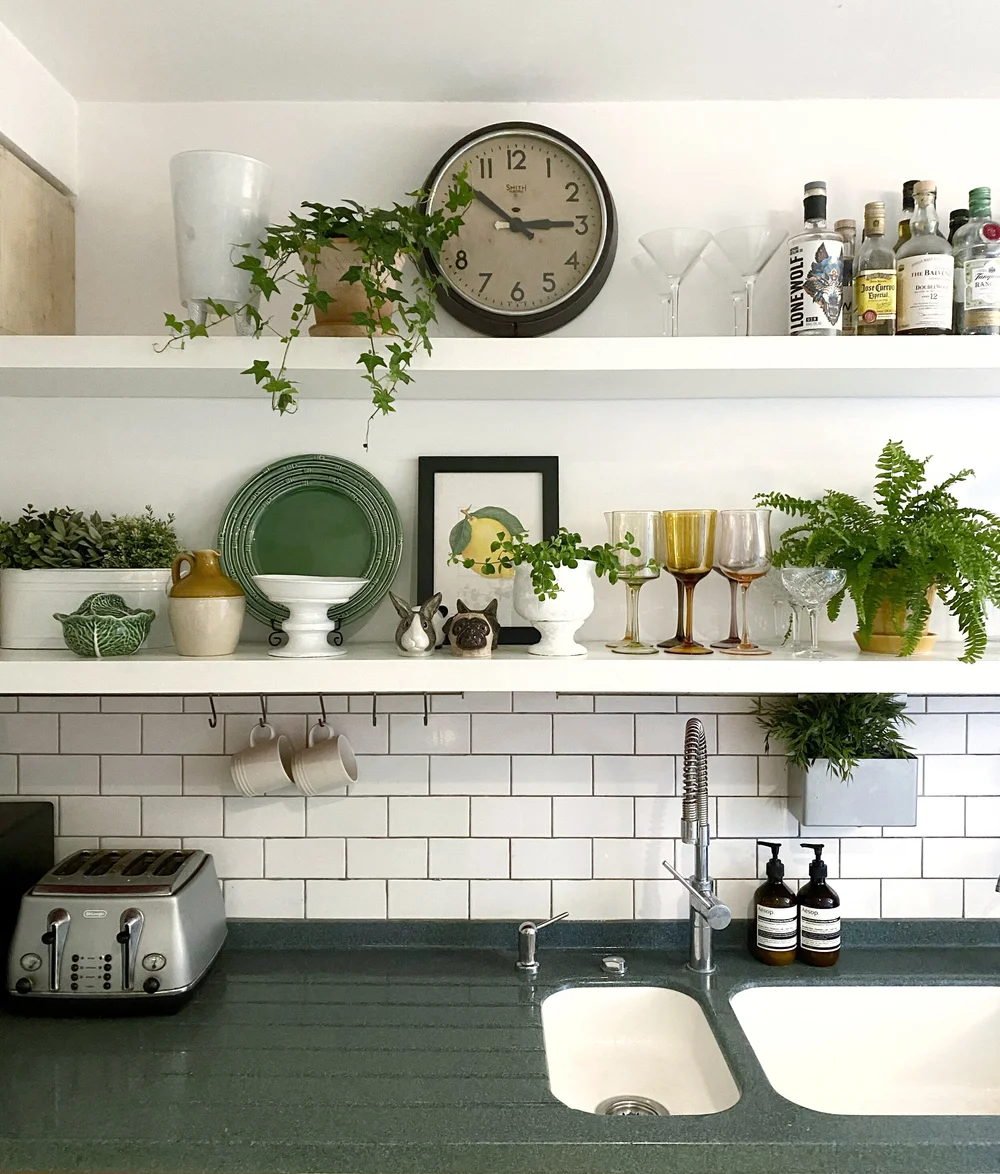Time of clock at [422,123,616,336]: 2:51
